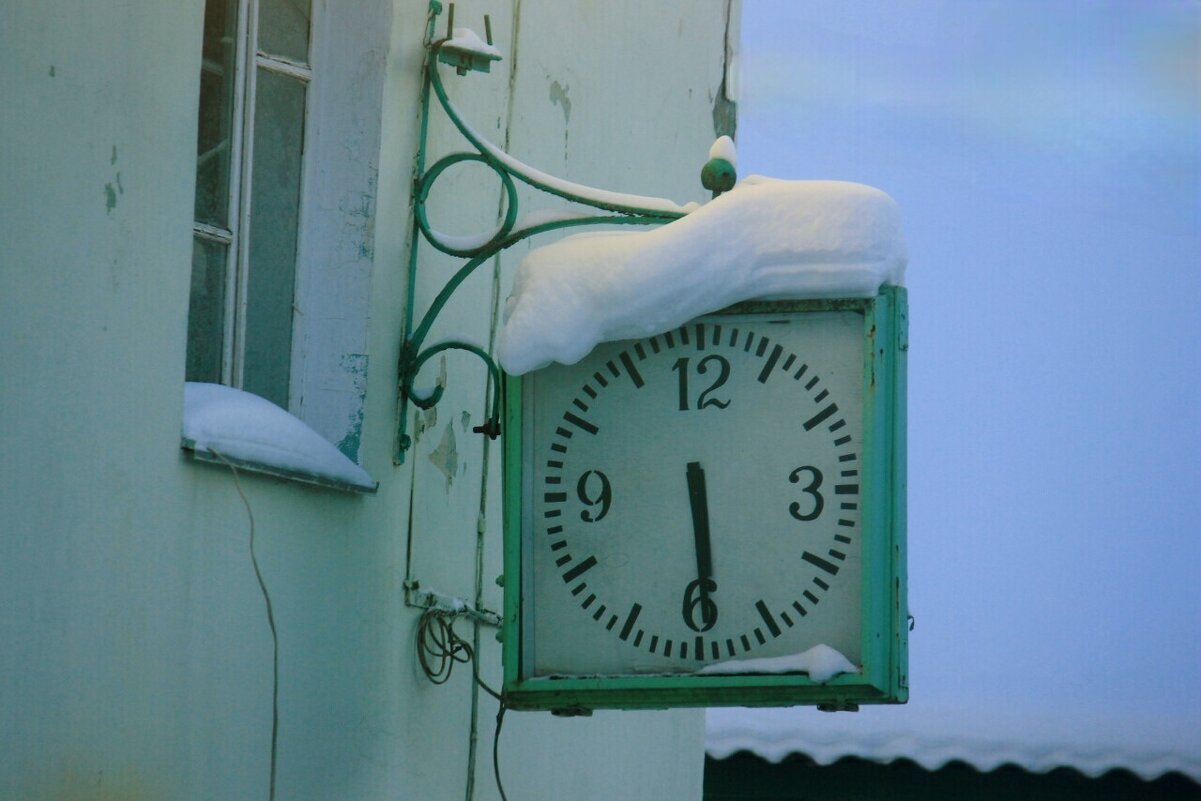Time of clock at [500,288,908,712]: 5:29
